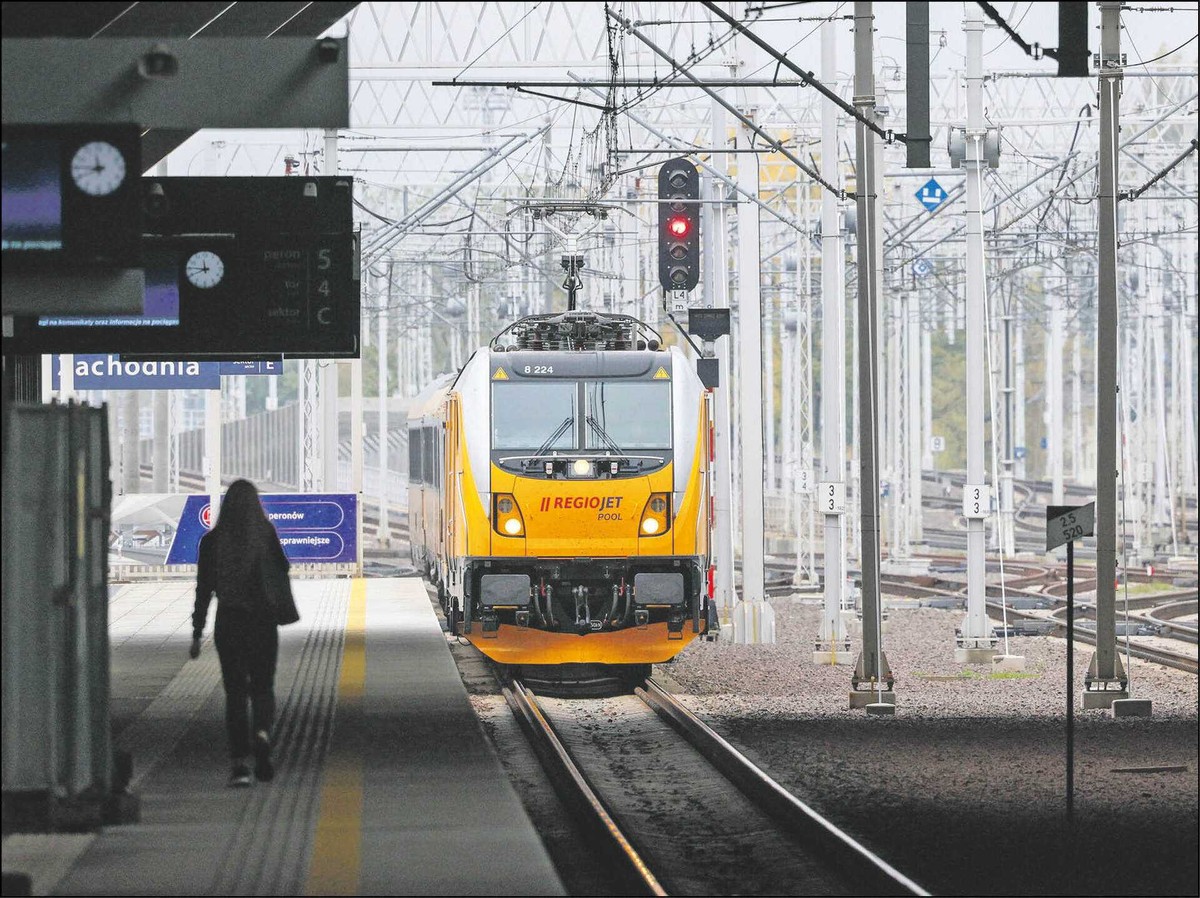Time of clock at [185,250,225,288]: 11:45
